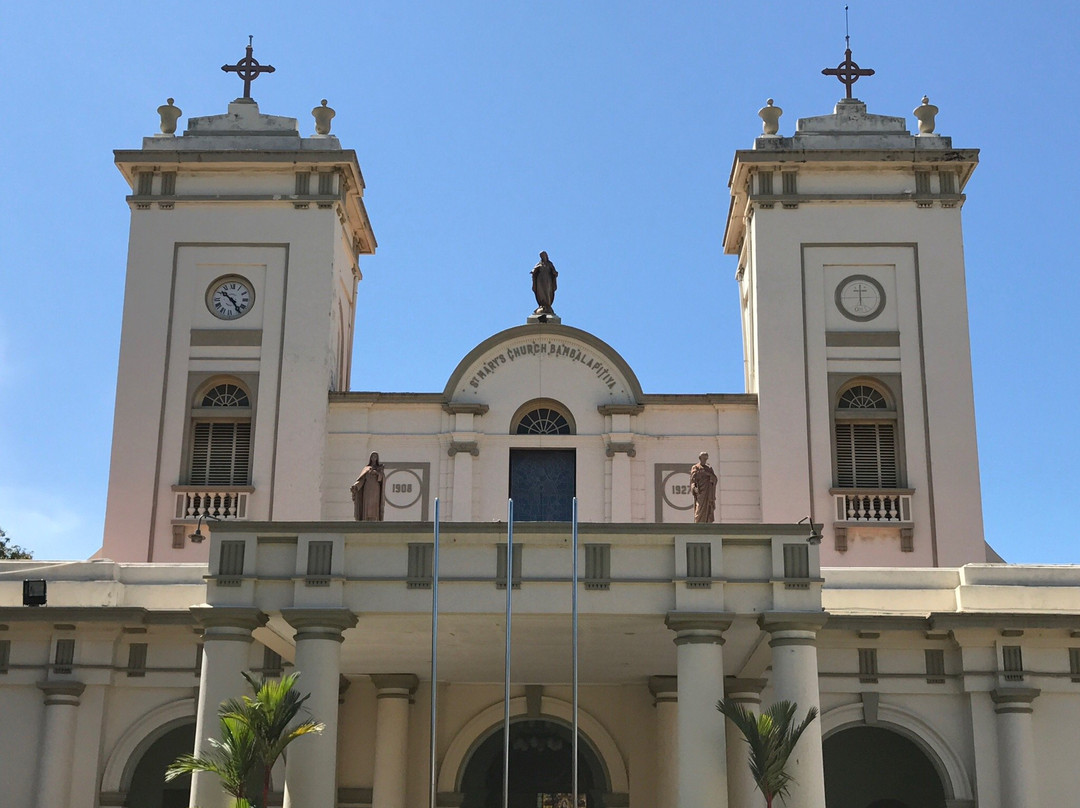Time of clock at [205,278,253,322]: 10:24
